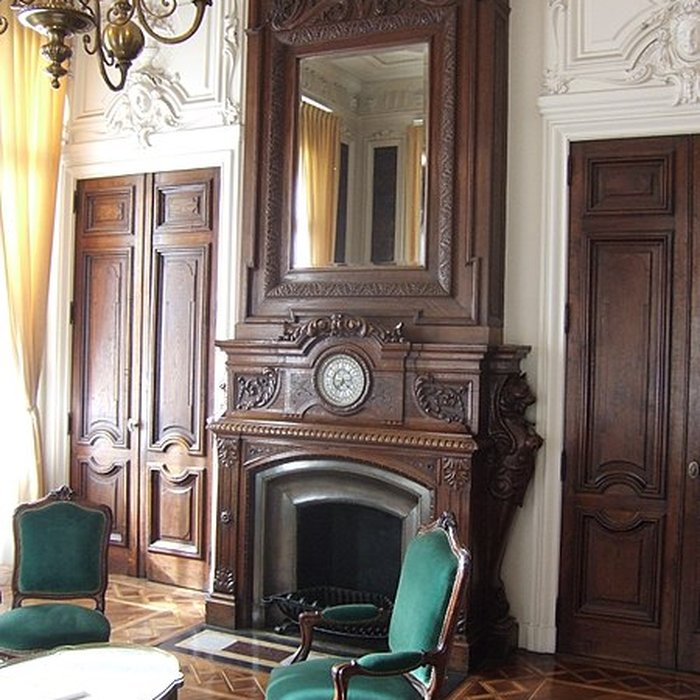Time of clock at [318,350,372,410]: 7:21
